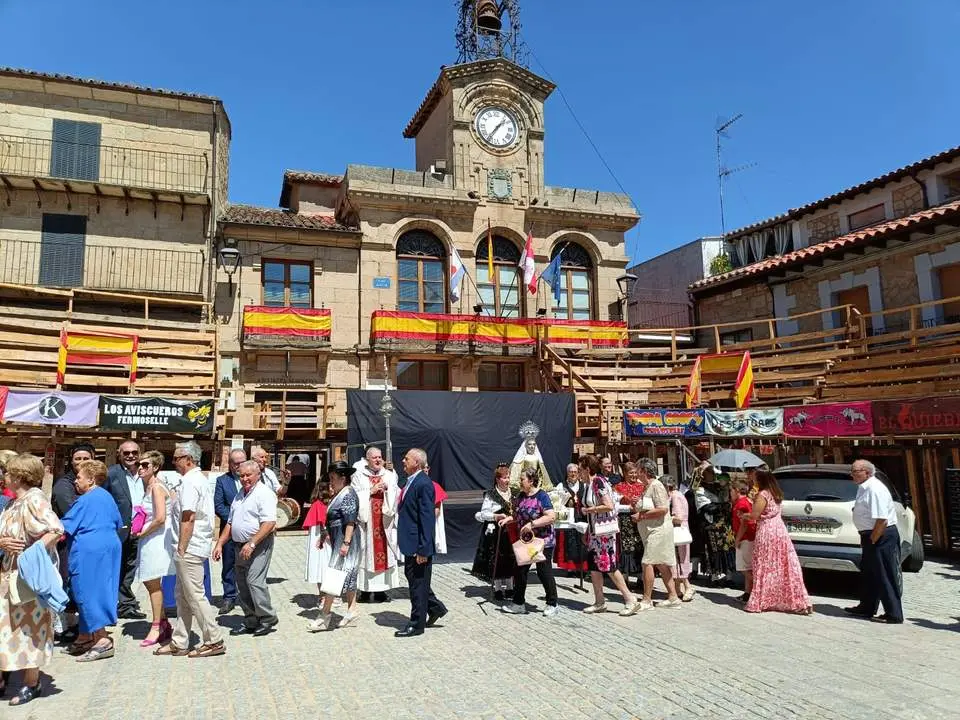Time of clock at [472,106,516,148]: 1:36
